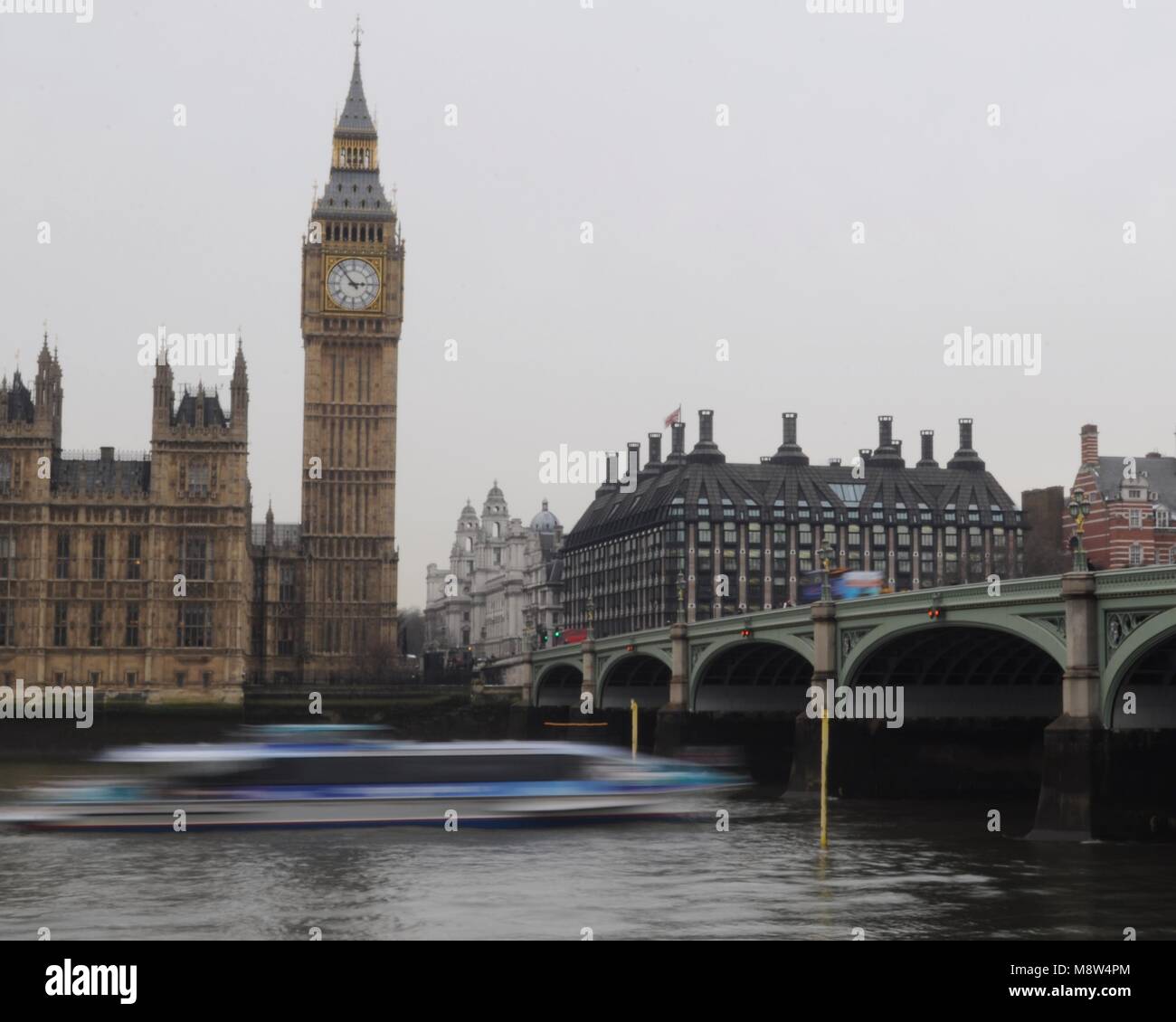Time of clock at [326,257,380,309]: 2:53
